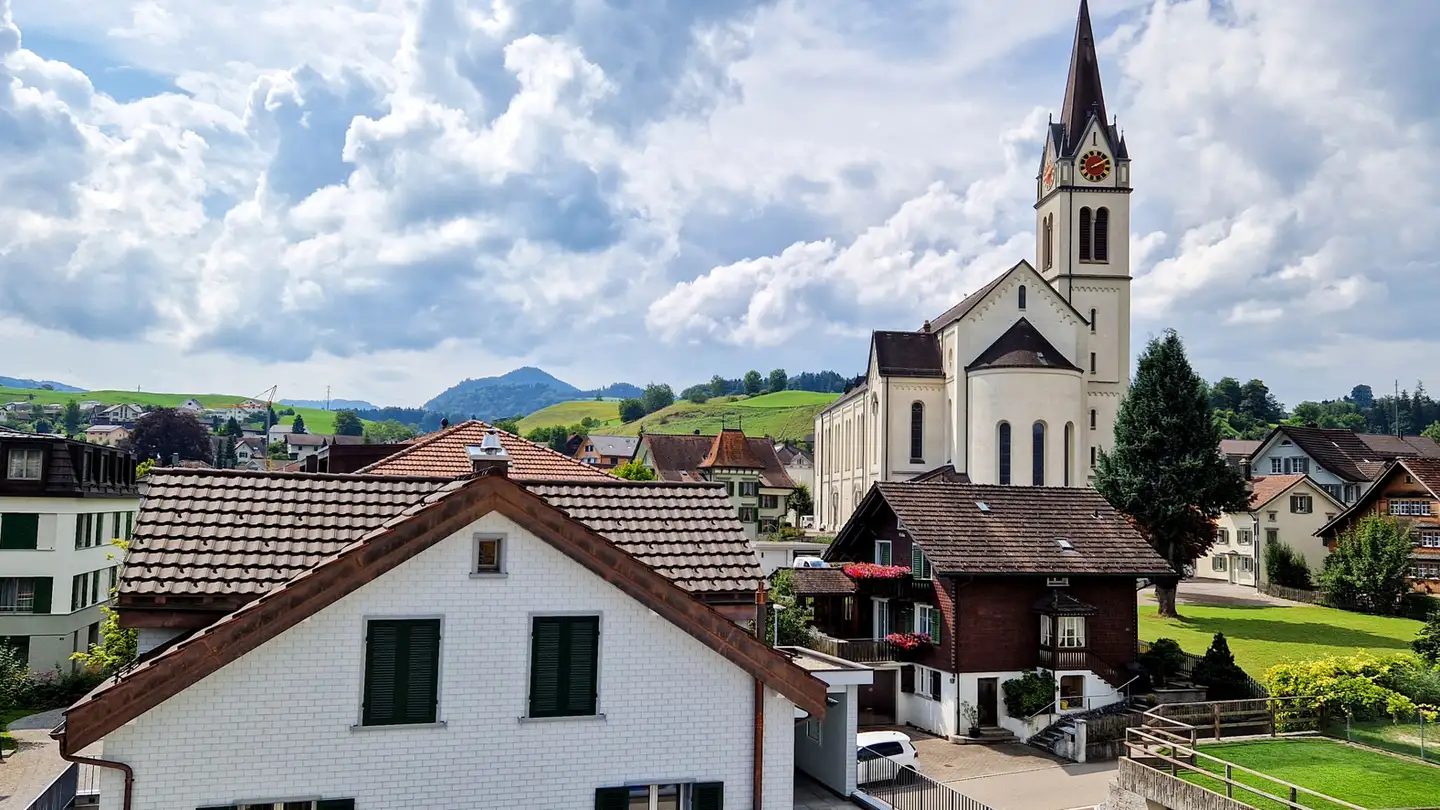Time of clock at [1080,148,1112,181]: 2:10
